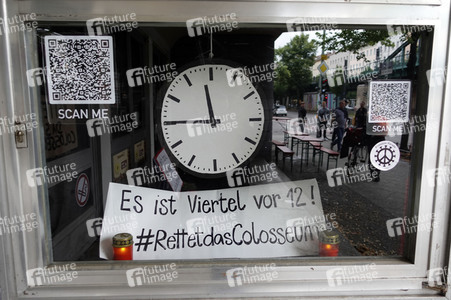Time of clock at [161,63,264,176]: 11:44
